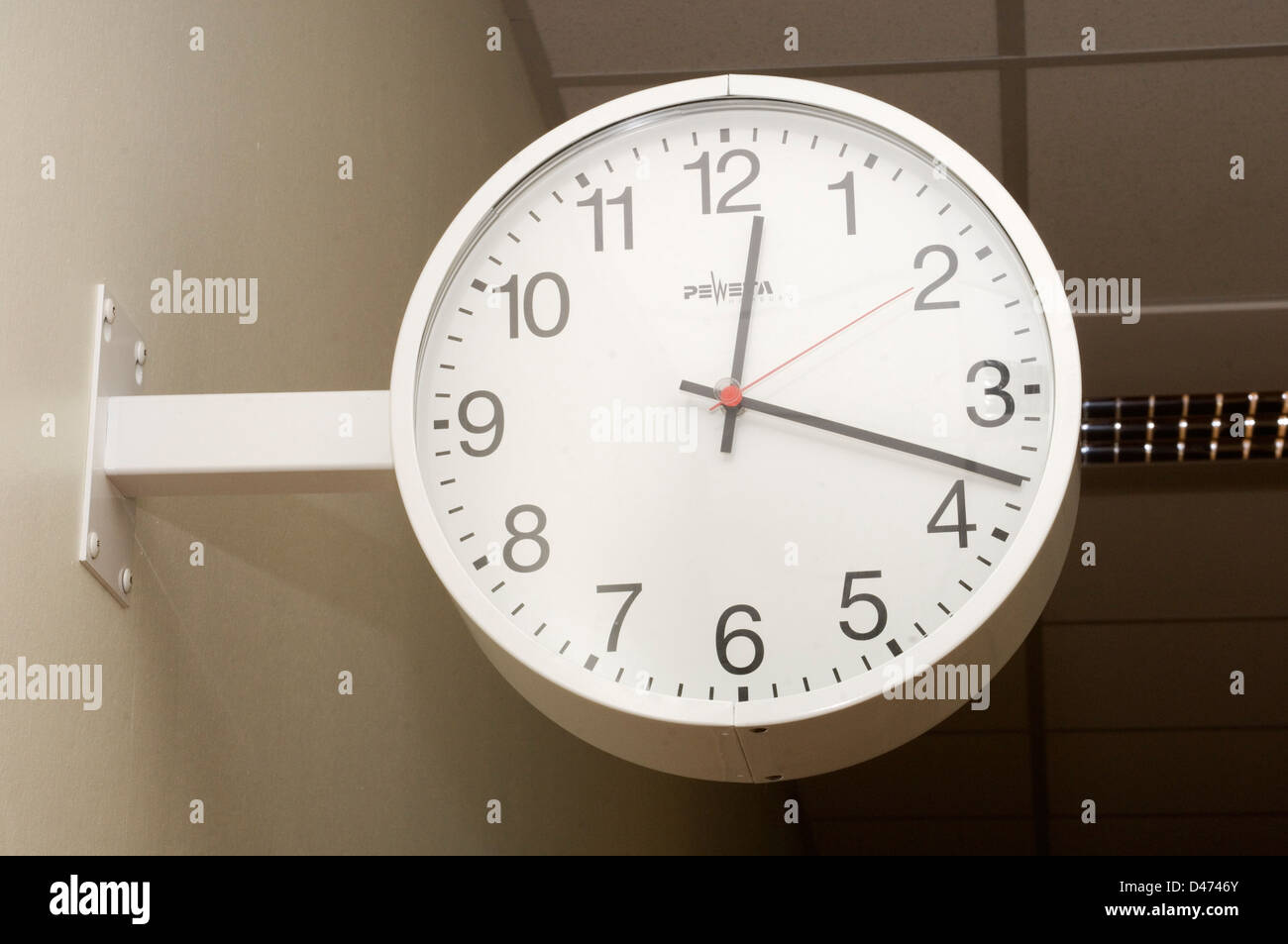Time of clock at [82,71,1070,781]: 12:18
